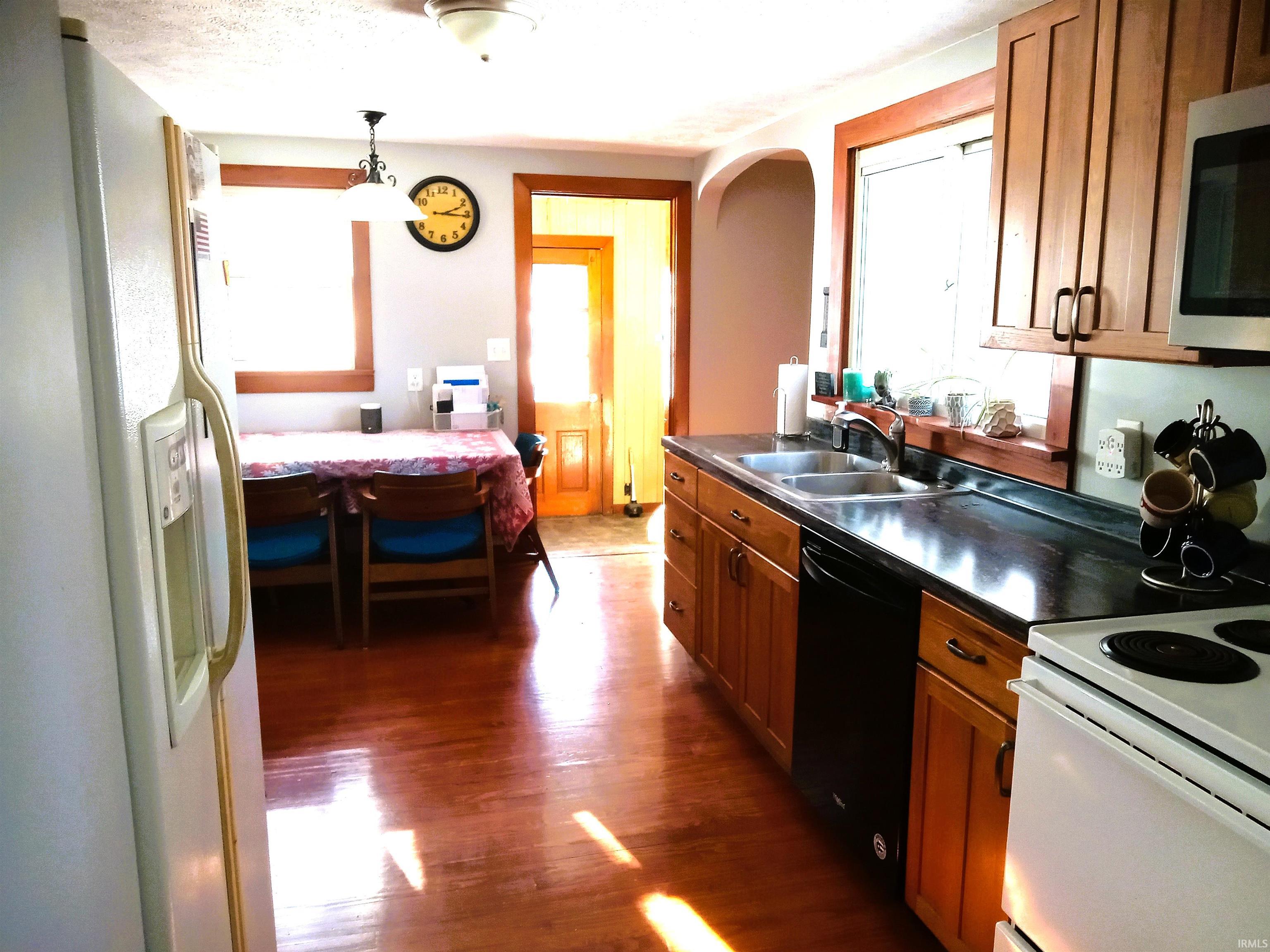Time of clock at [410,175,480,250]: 2:15
